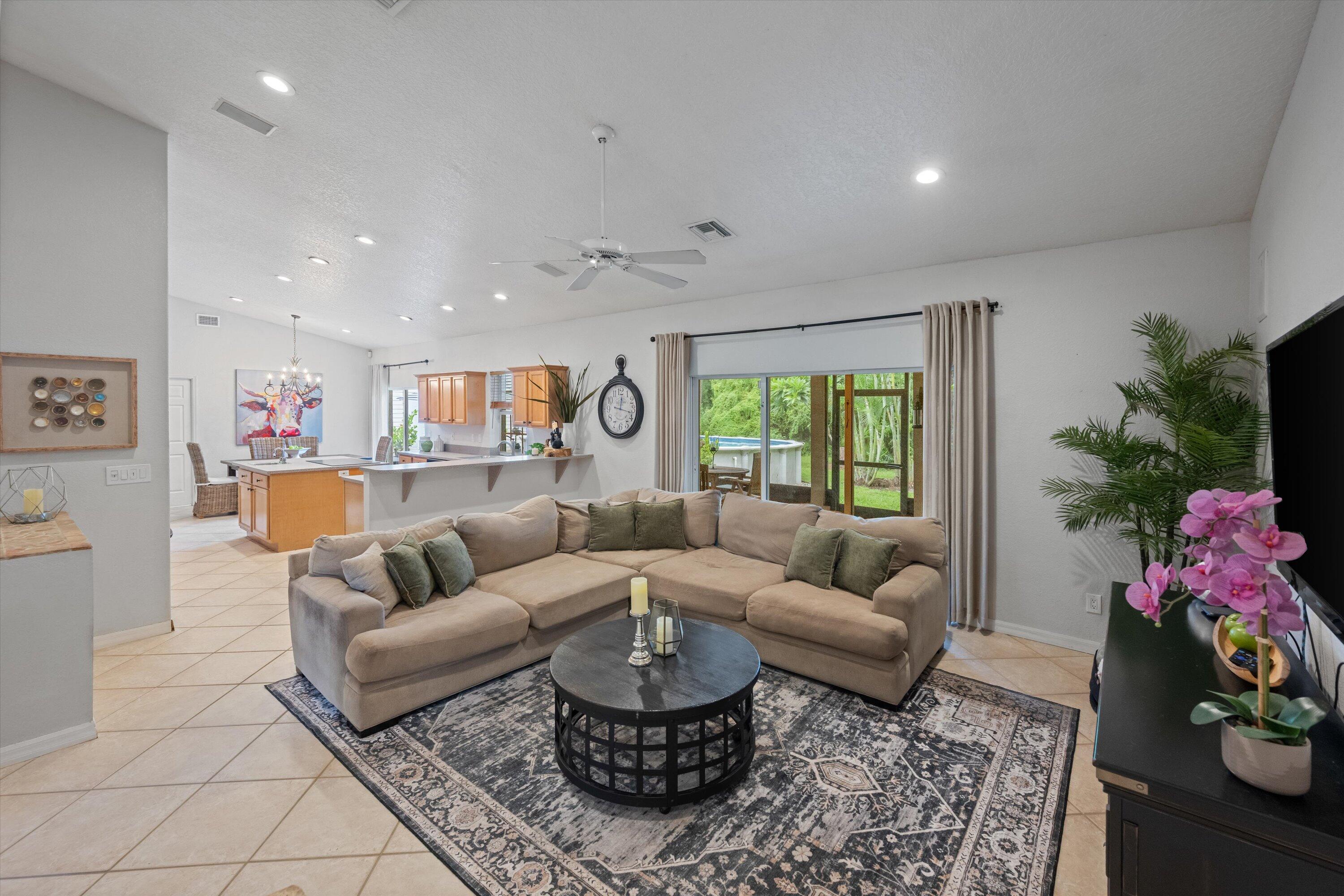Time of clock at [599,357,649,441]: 12:16
